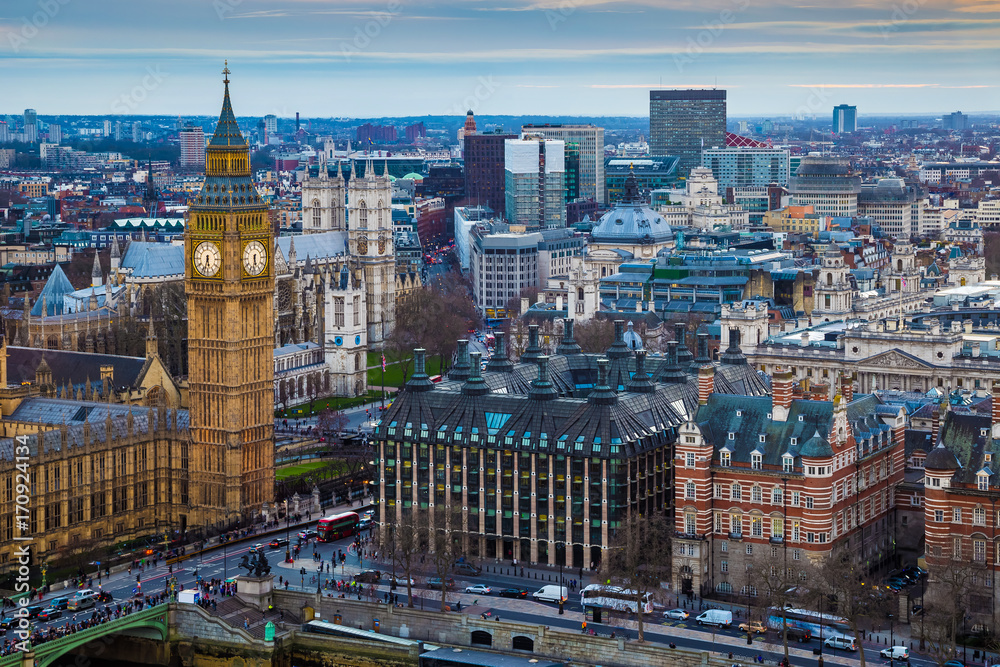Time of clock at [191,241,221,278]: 5:33
